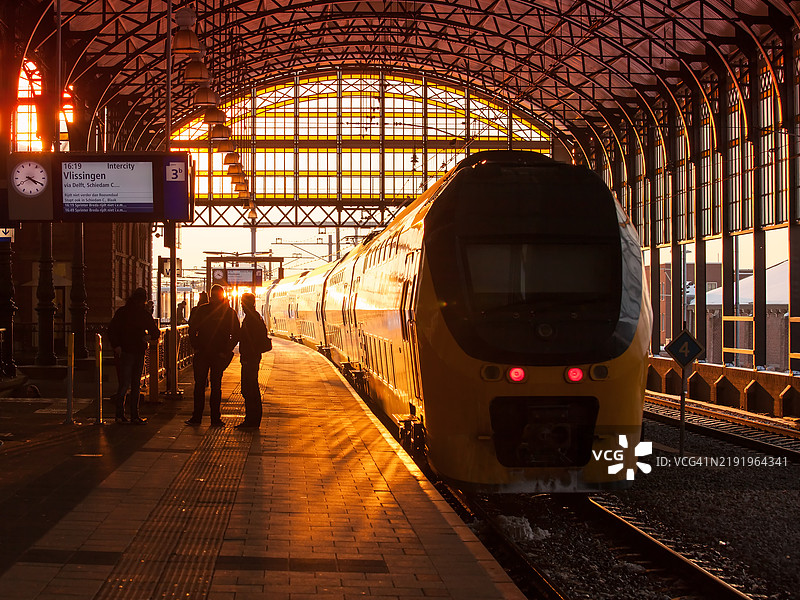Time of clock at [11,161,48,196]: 4:19
